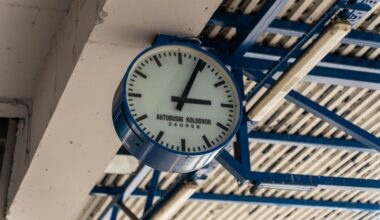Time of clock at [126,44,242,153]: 3:04
